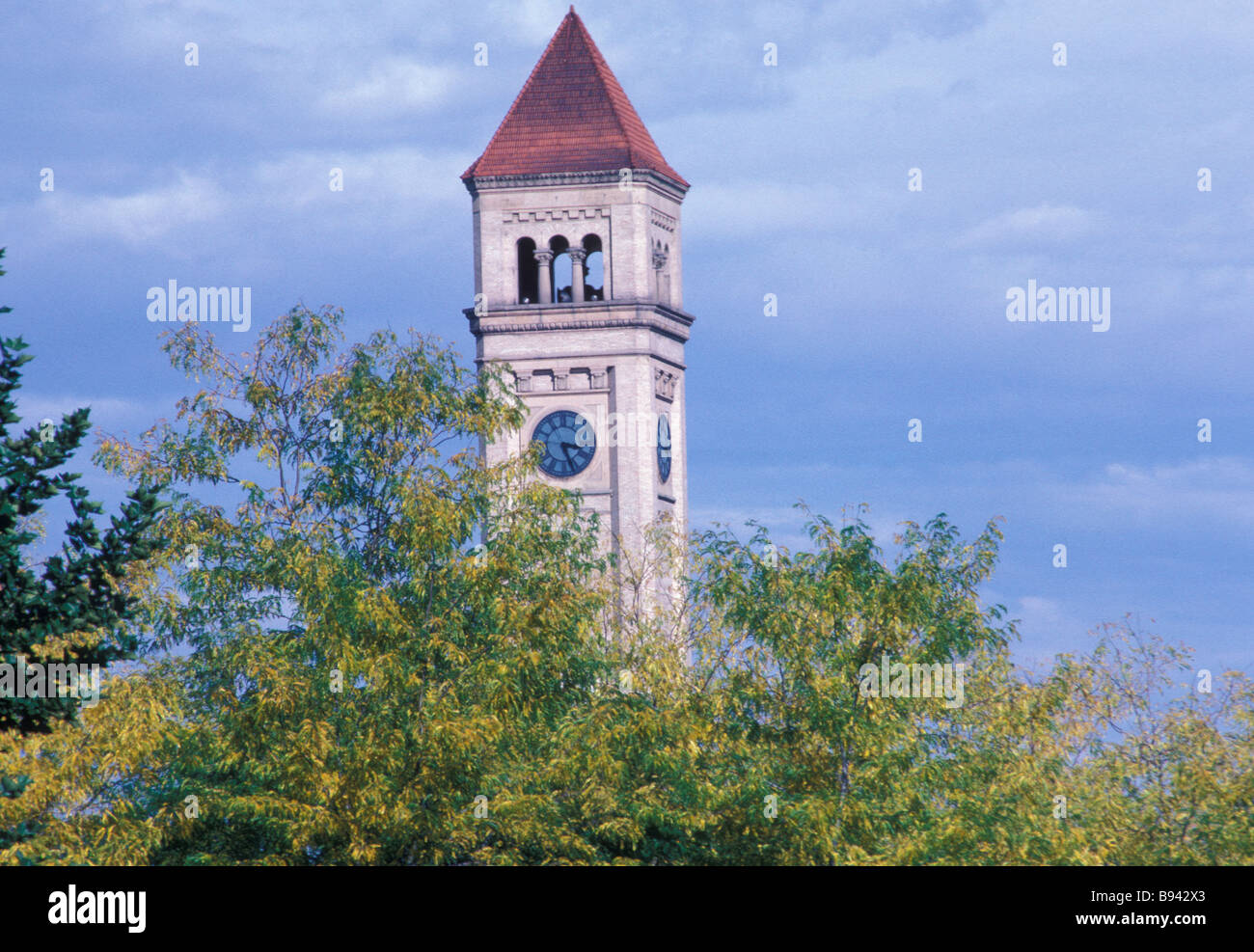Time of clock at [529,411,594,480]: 3:26
